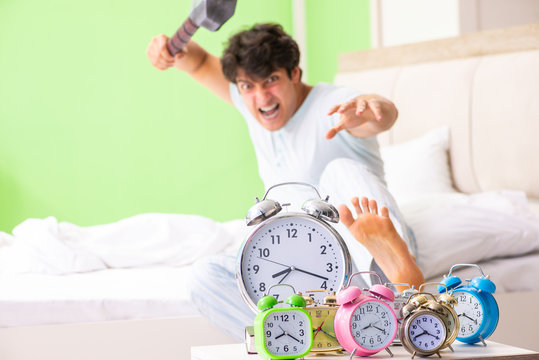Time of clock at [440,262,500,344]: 8:19
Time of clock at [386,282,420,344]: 8:19
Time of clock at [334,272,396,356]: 8:19
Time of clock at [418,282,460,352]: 8:19
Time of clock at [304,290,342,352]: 8:20
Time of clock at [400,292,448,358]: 8:19
